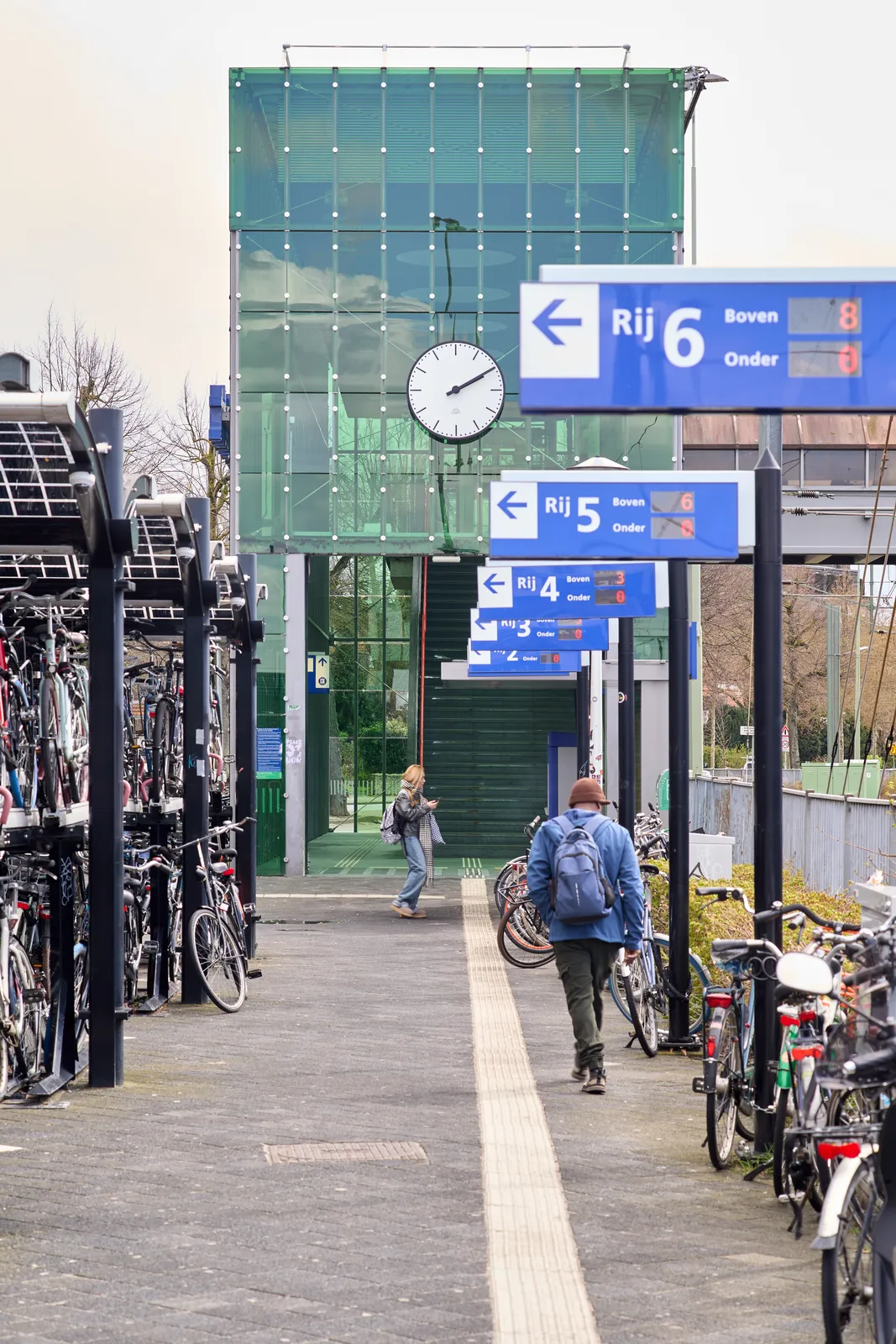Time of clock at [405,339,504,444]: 2:10
